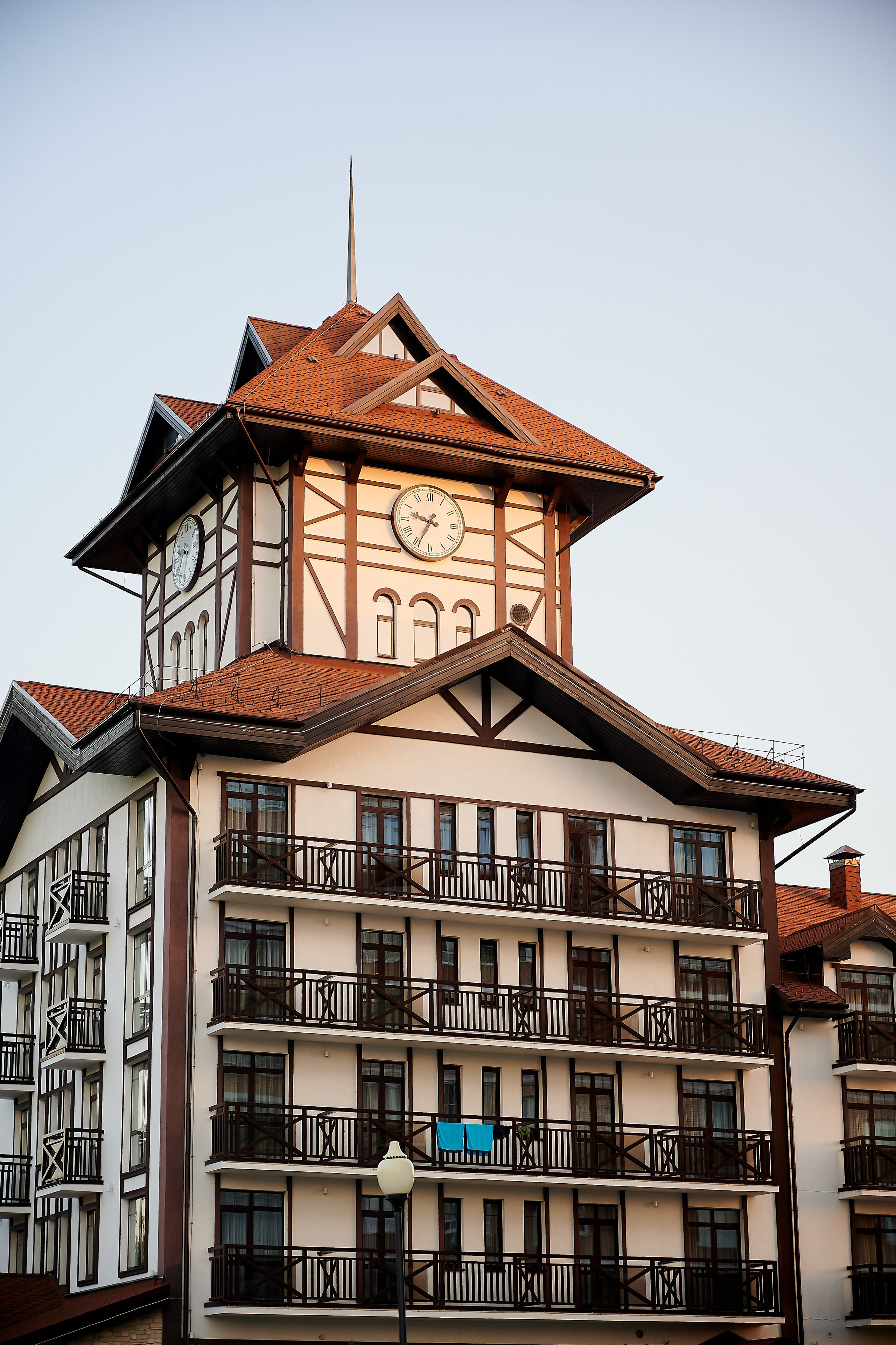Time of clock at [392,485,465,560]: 9:34
